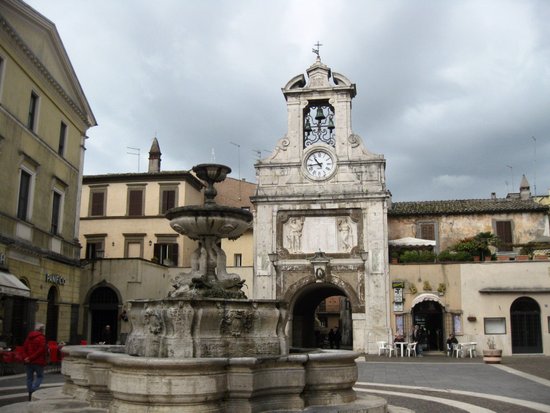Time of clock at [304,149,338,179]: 10:43
